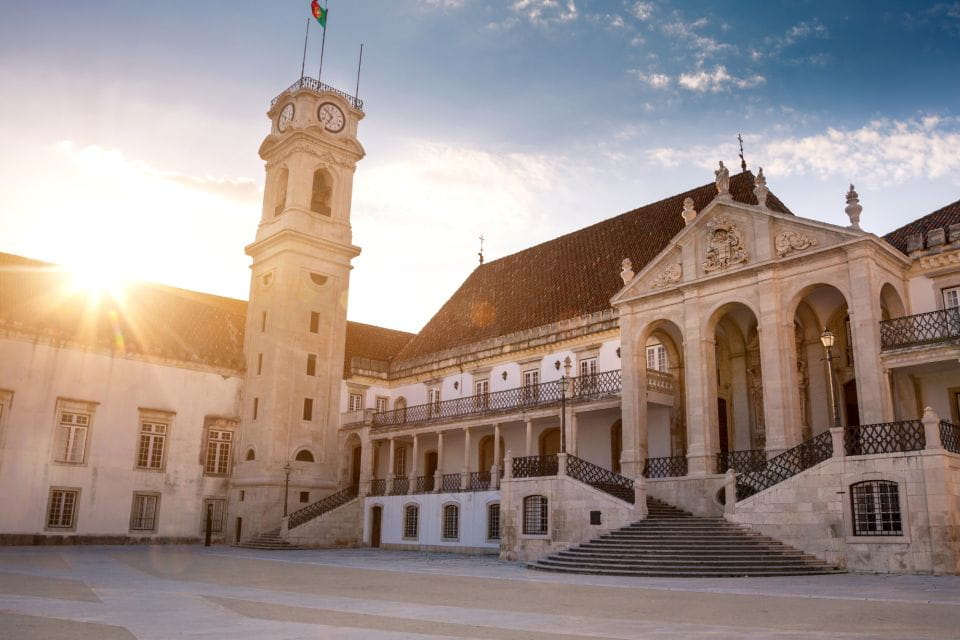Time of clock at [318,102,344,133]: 6:52
